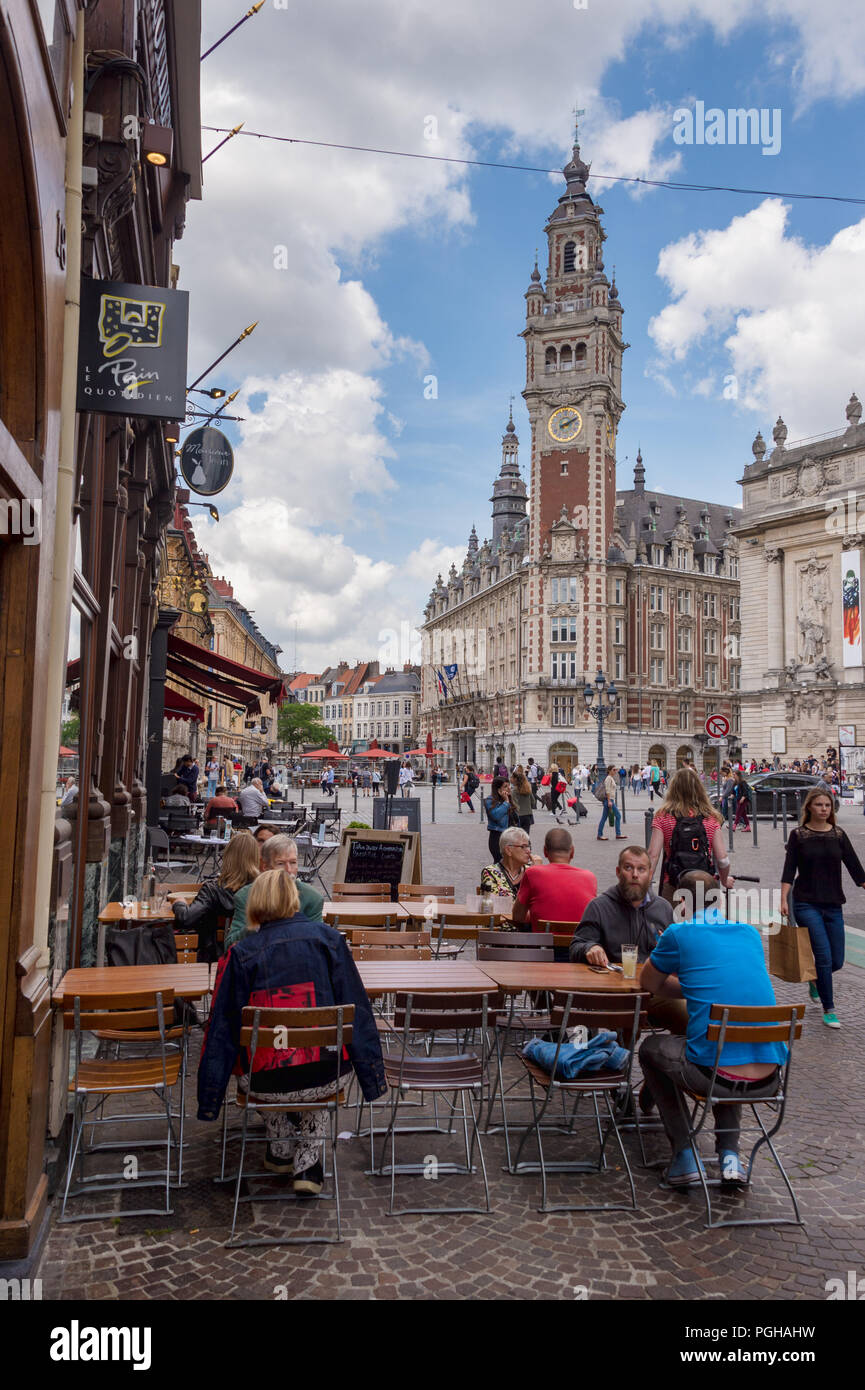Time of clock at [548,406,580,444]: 2:10
